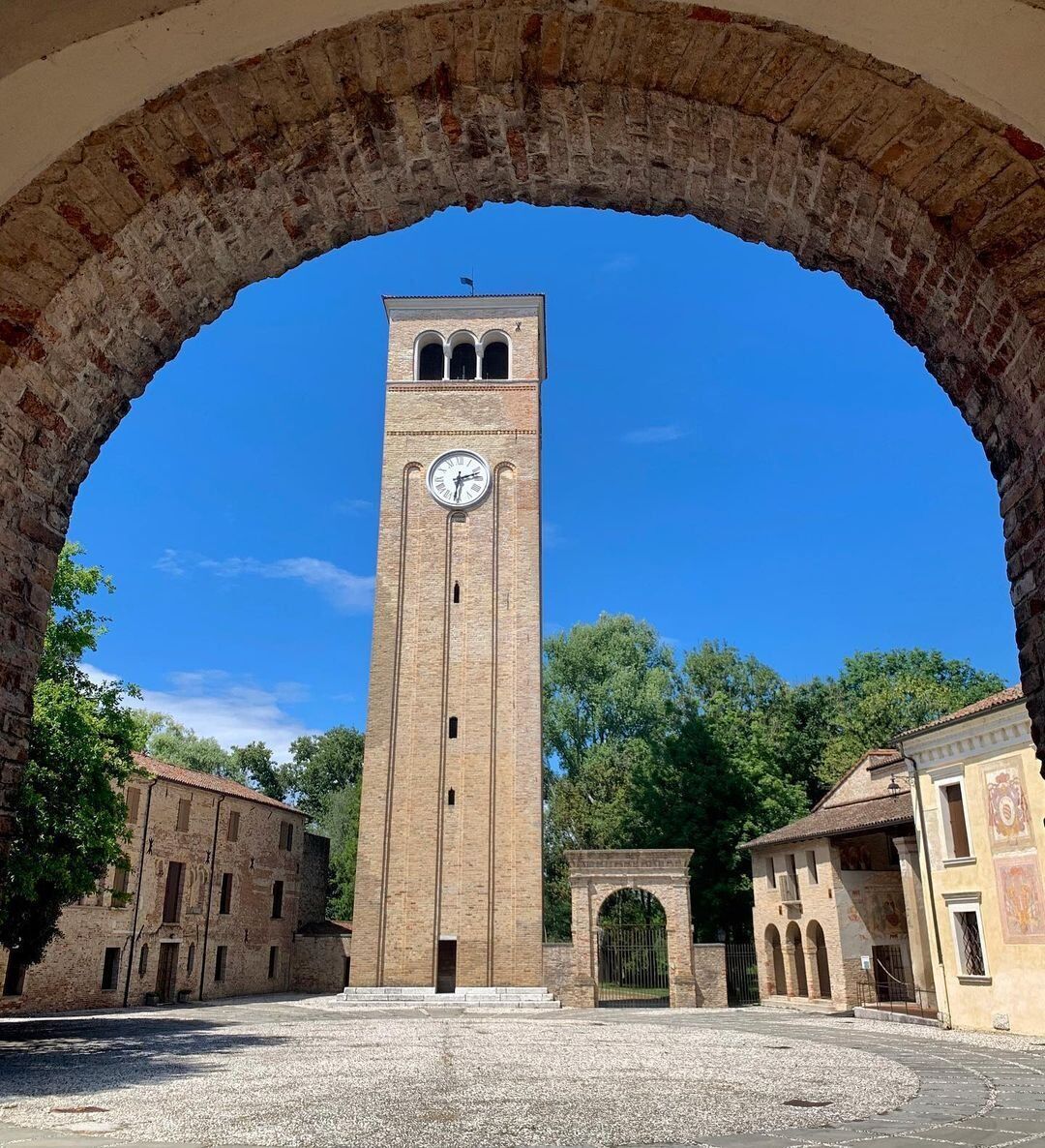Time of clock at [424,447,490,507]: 2:30
